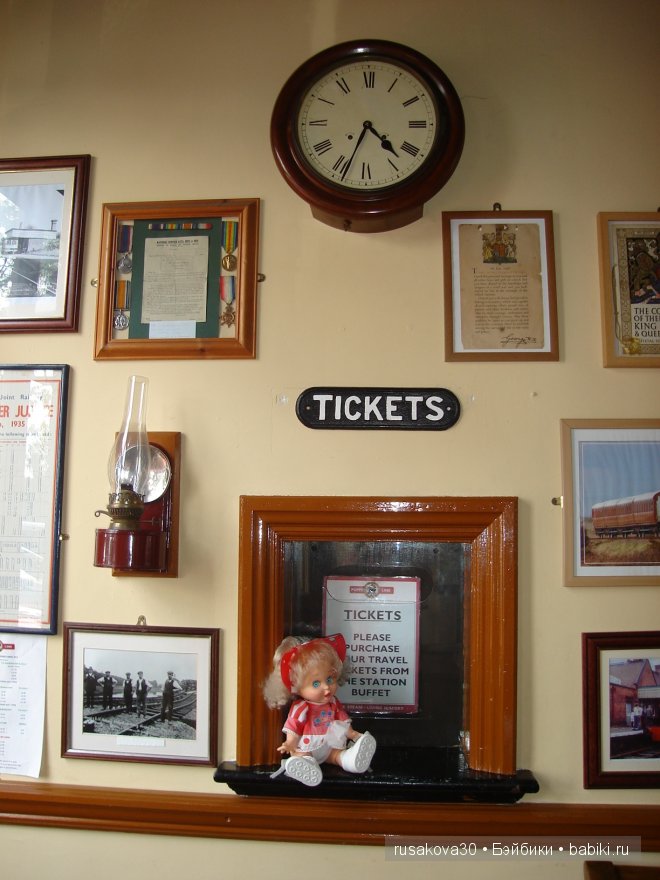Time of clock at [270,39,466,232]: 4:33
